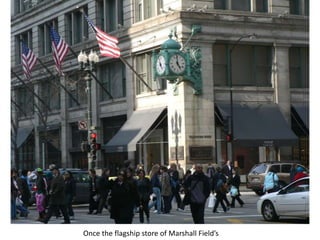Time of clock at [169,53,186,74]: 4:59
